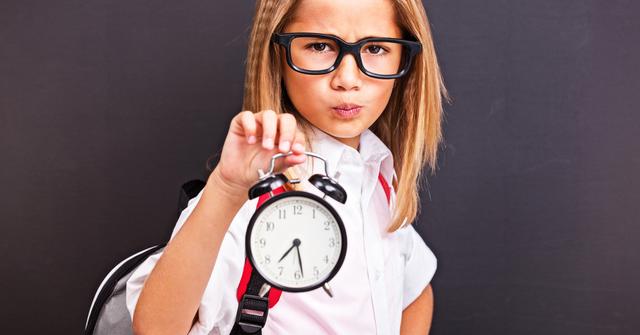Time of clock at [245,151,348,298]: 7:28
